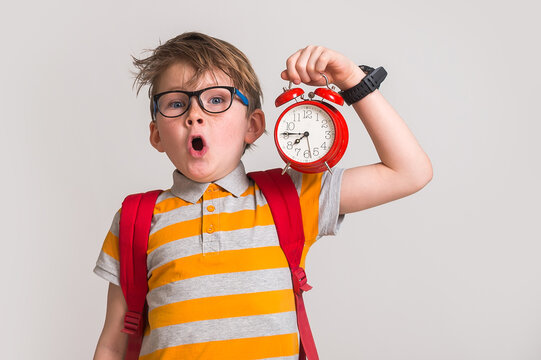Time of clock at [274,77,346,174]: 7:45
